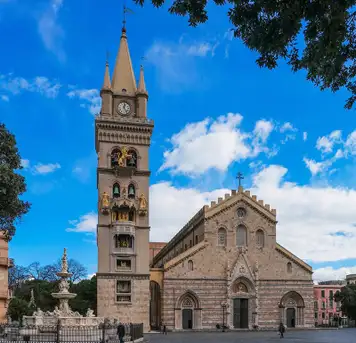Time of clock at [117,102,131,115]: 12:24
